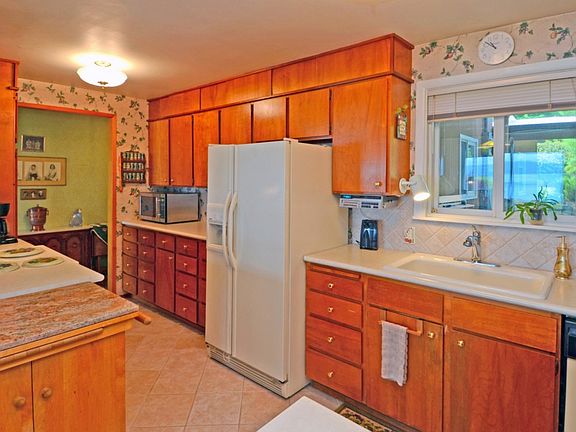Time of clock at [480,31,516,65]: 10:50
